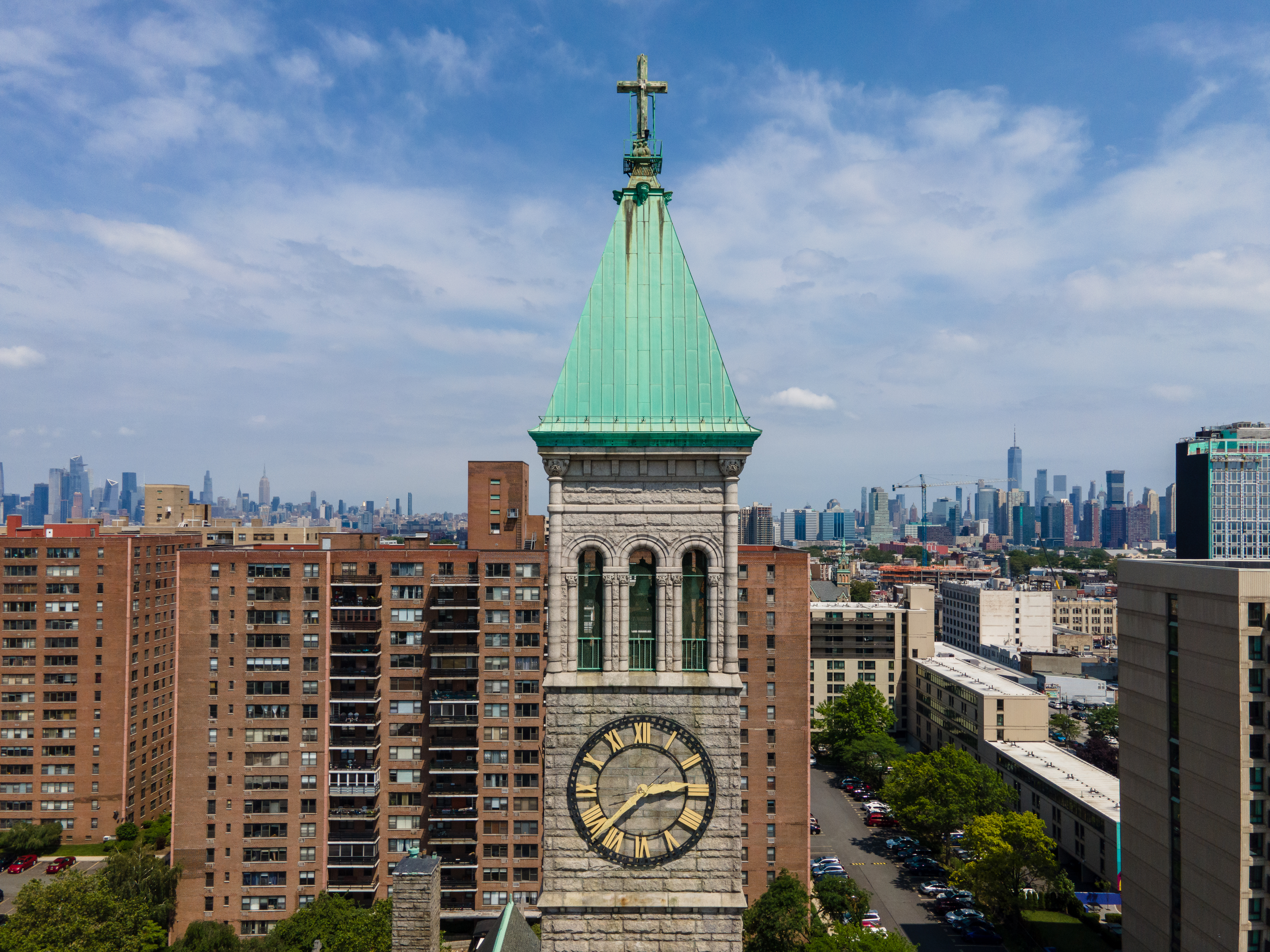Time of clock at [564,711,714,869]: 2:37
